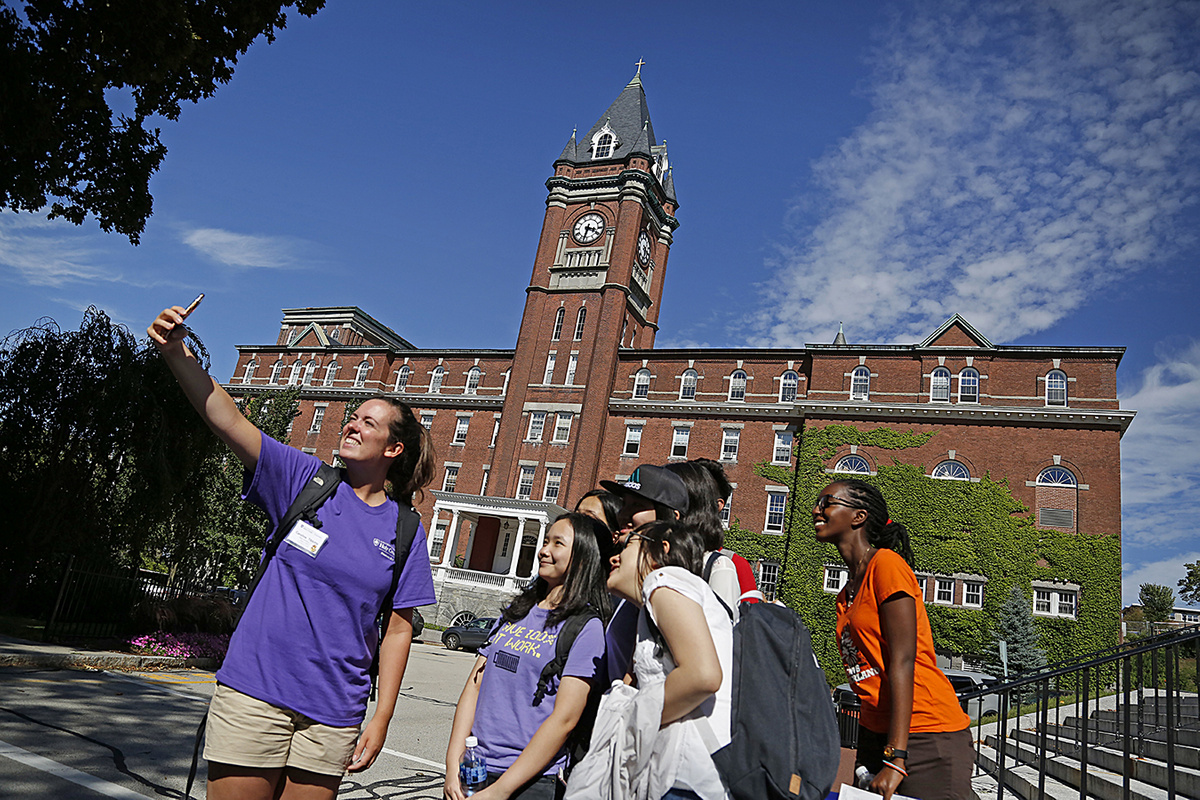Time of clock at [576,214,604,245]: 3:32
